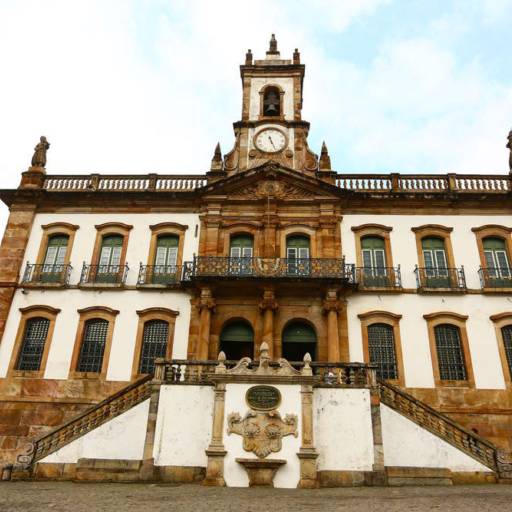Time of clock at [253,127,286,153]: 11:26
